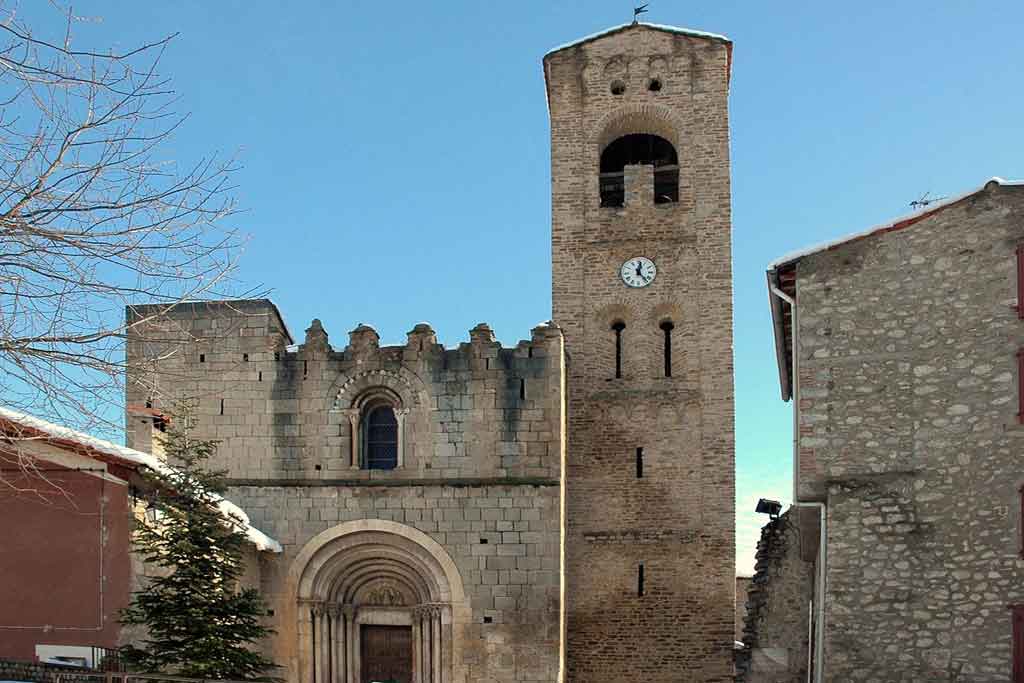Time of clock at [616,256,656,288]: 12:23
